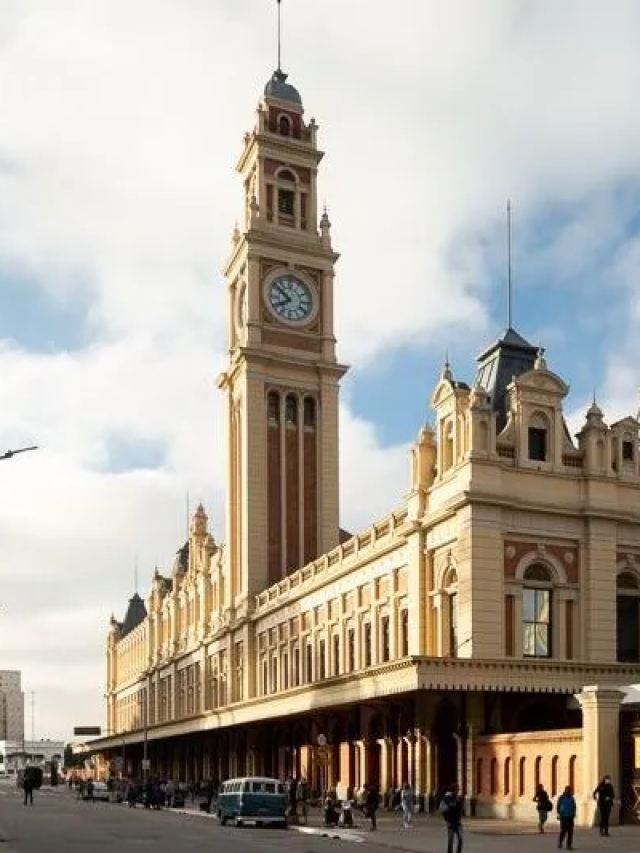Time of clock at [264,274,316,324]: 7:51
